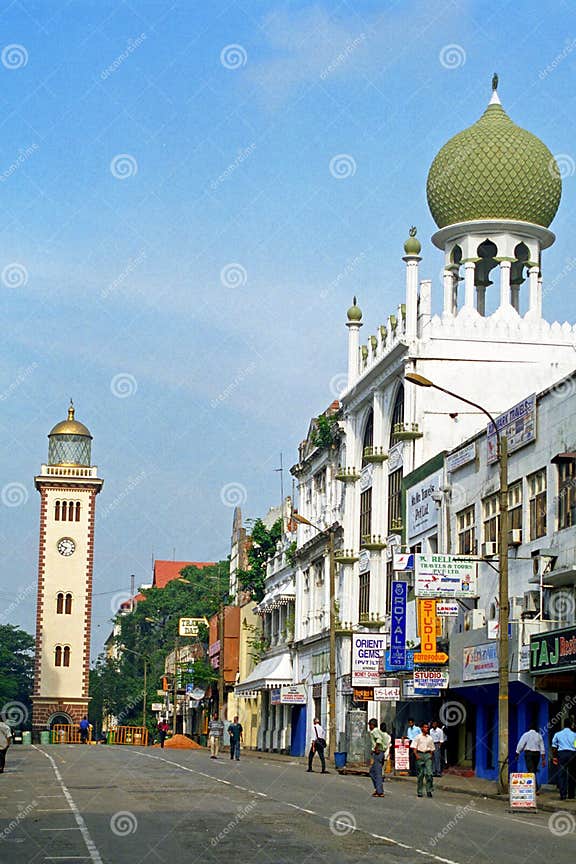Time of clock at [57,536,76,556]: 9:36
